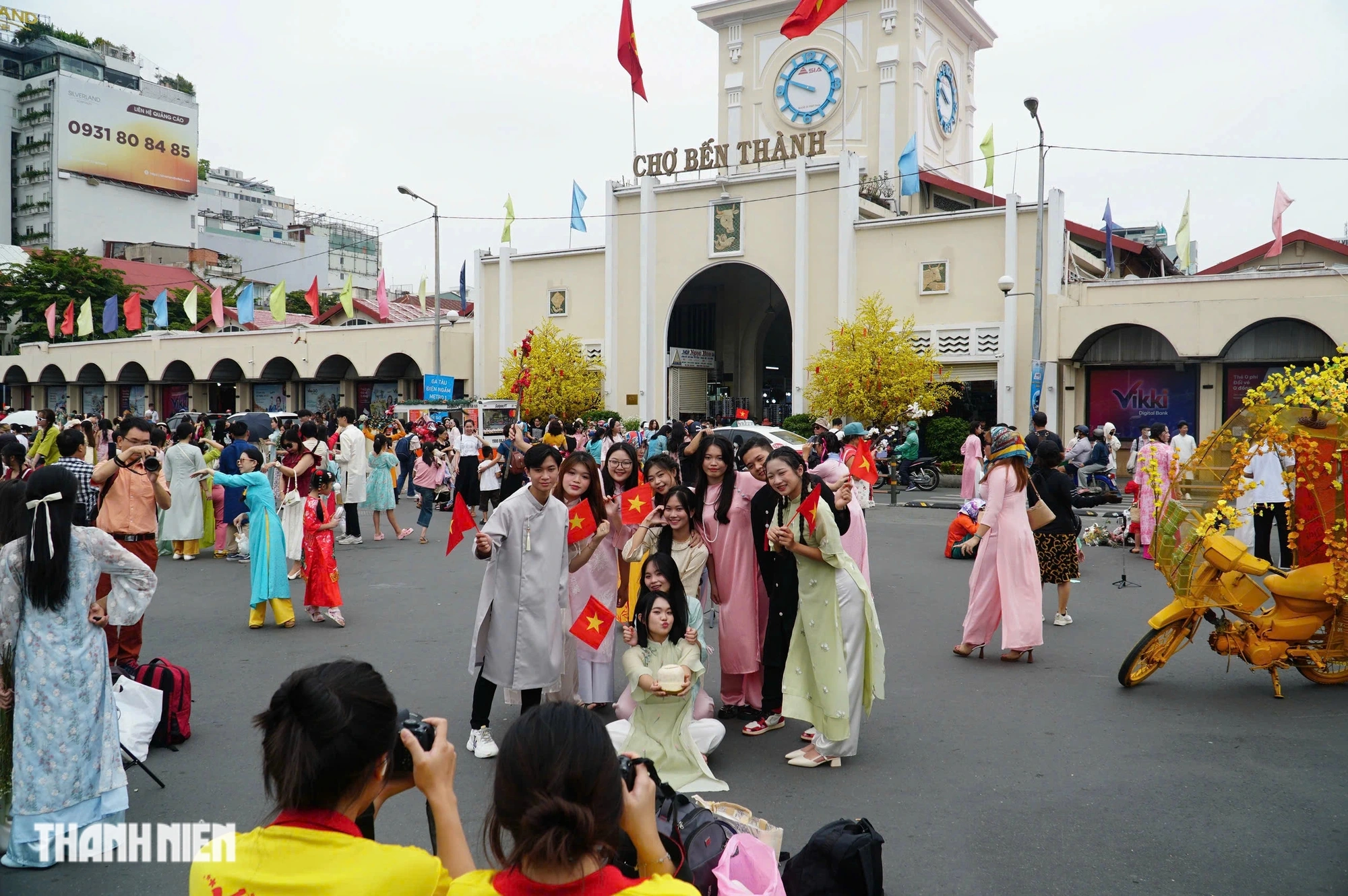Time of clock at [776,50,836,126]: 9:48
